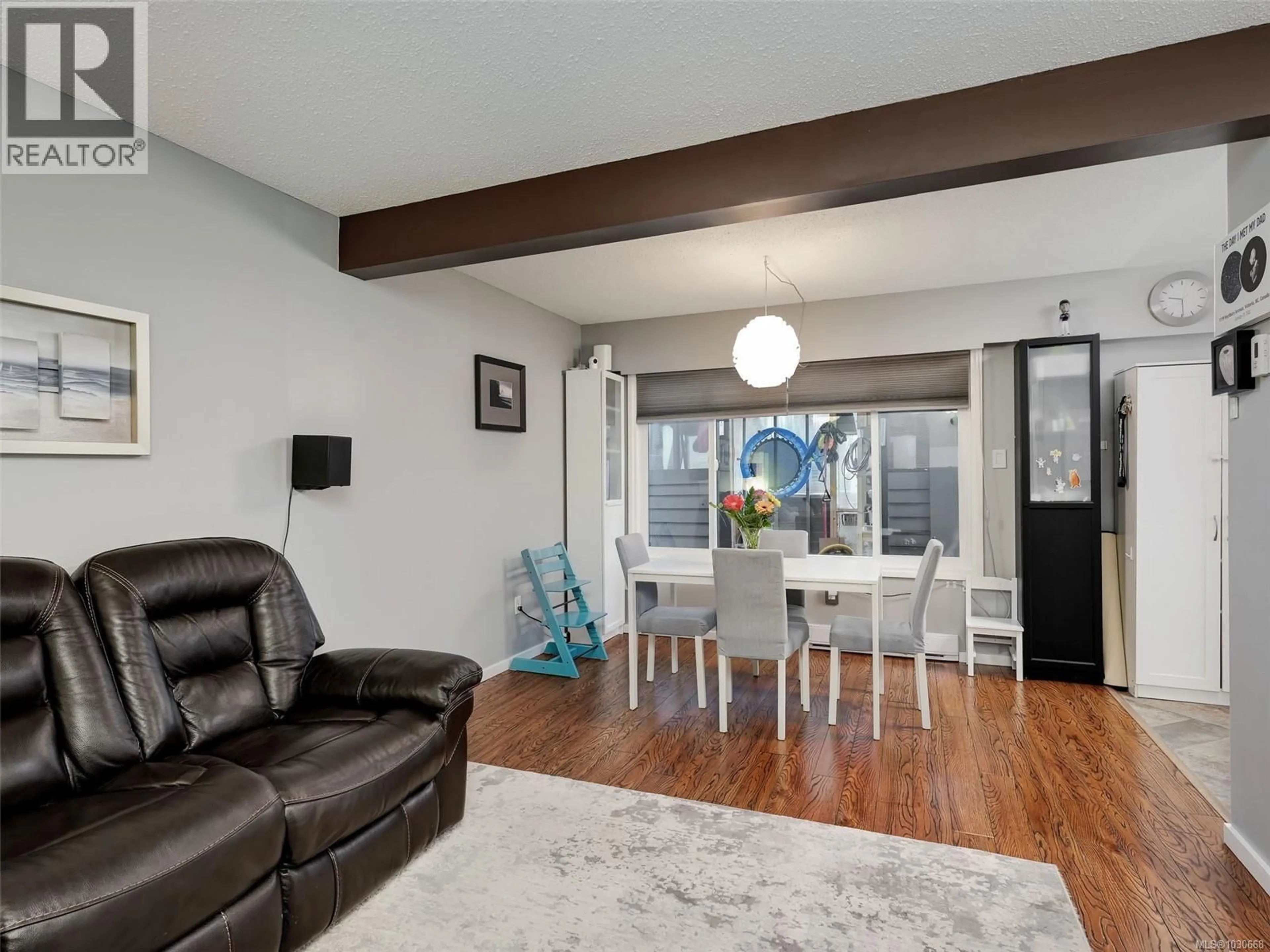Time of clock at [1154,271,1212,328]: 9:29
